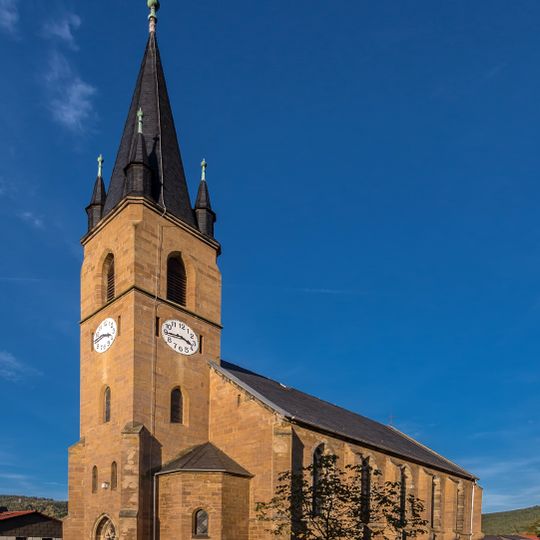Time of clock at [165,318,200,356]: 3:44
